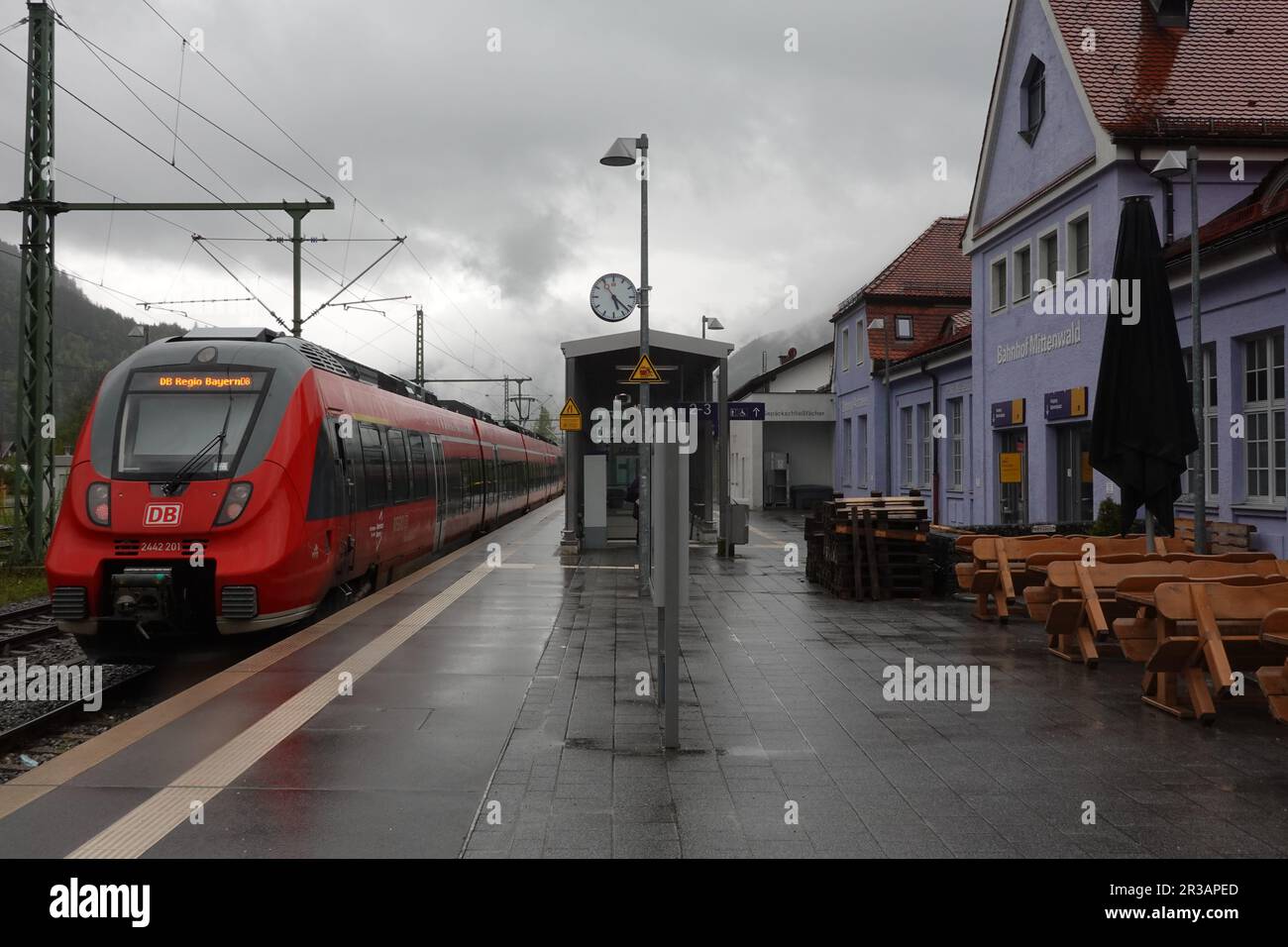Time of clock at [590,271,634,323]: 5:22
